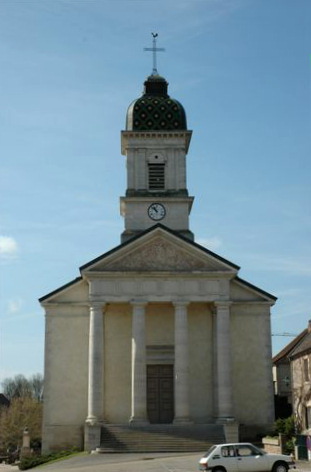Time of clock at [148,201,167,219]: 10:52
